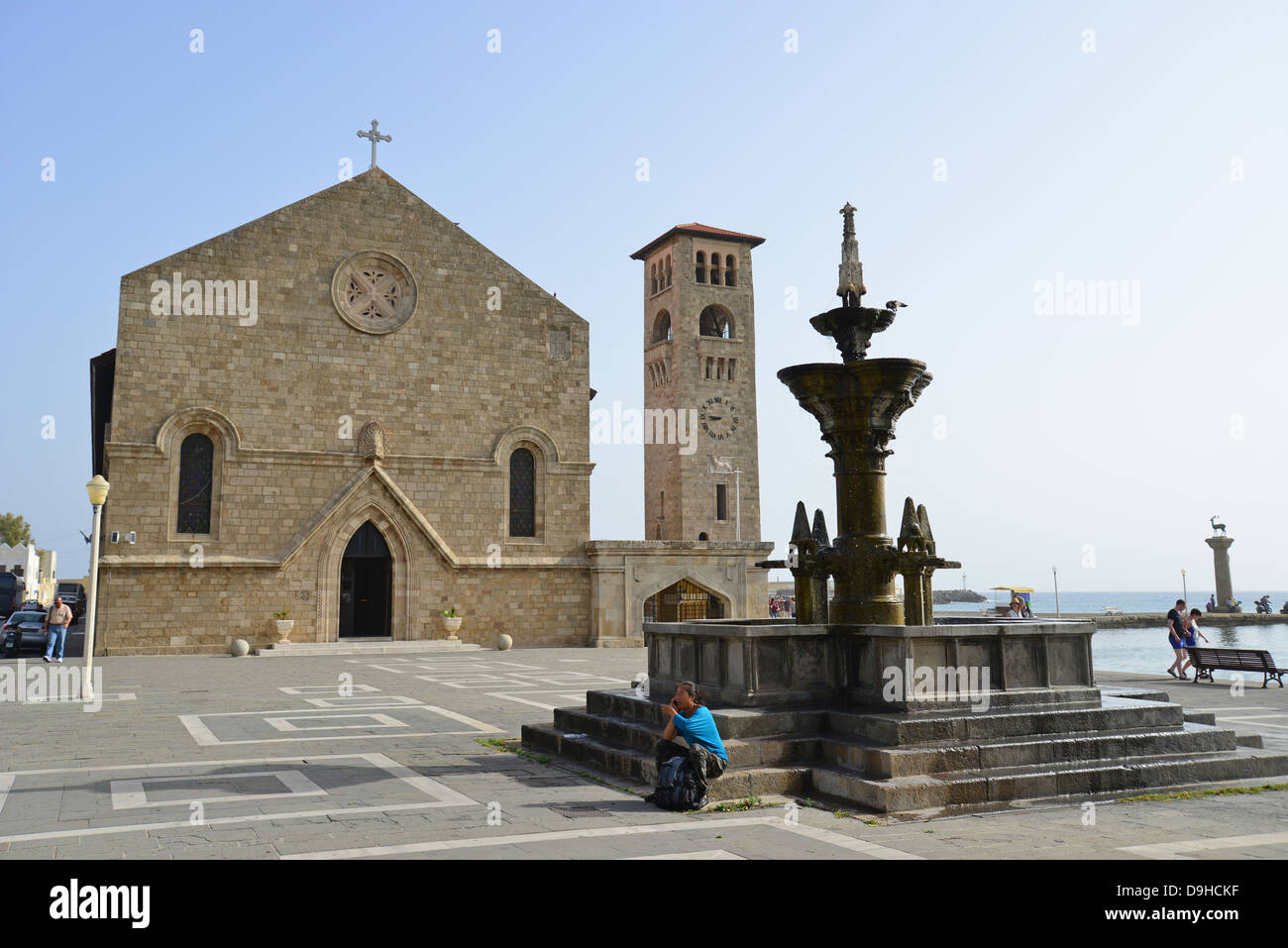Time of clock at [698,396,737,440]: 8:46
